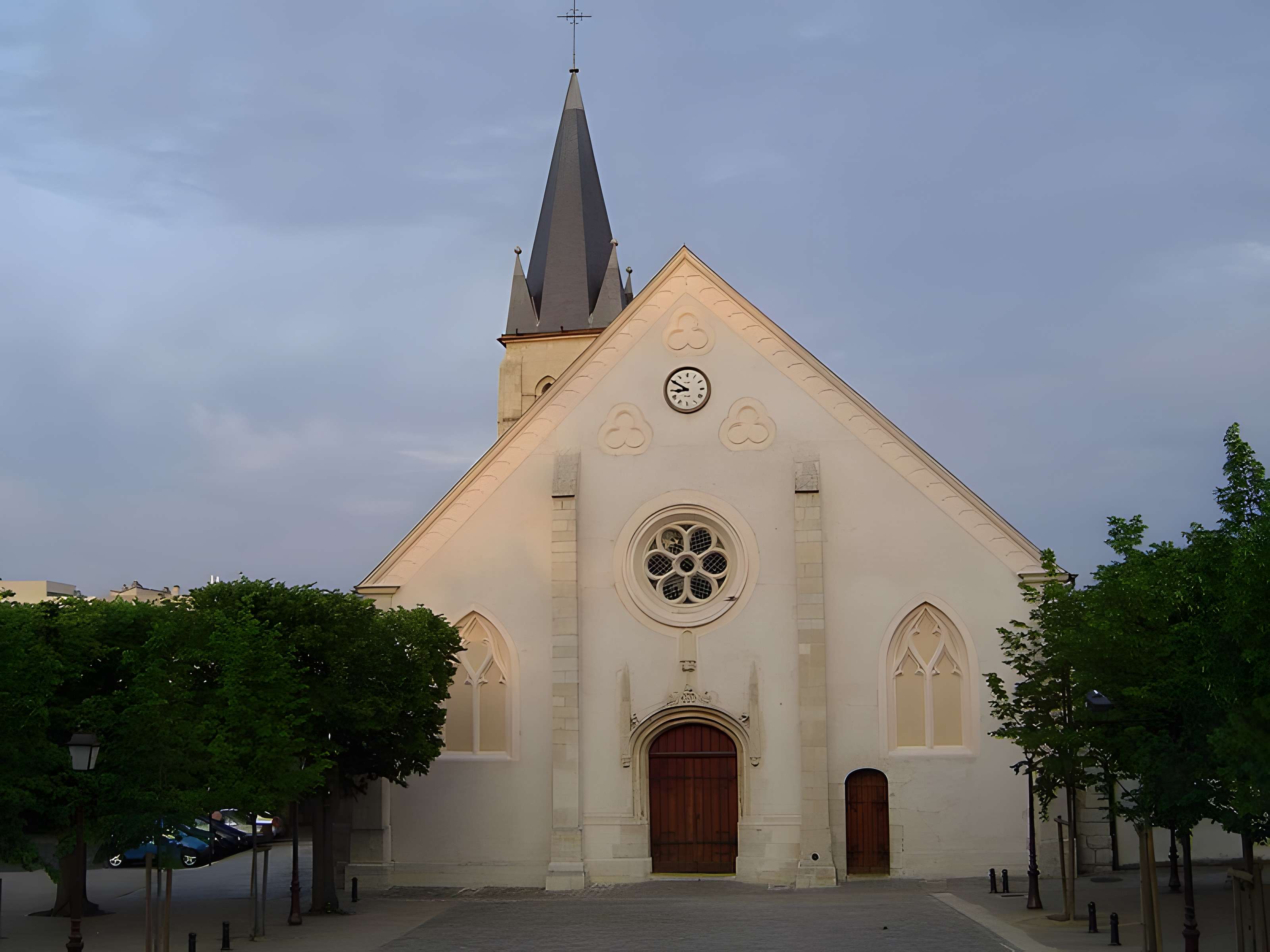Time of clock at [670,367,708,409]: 8:50
